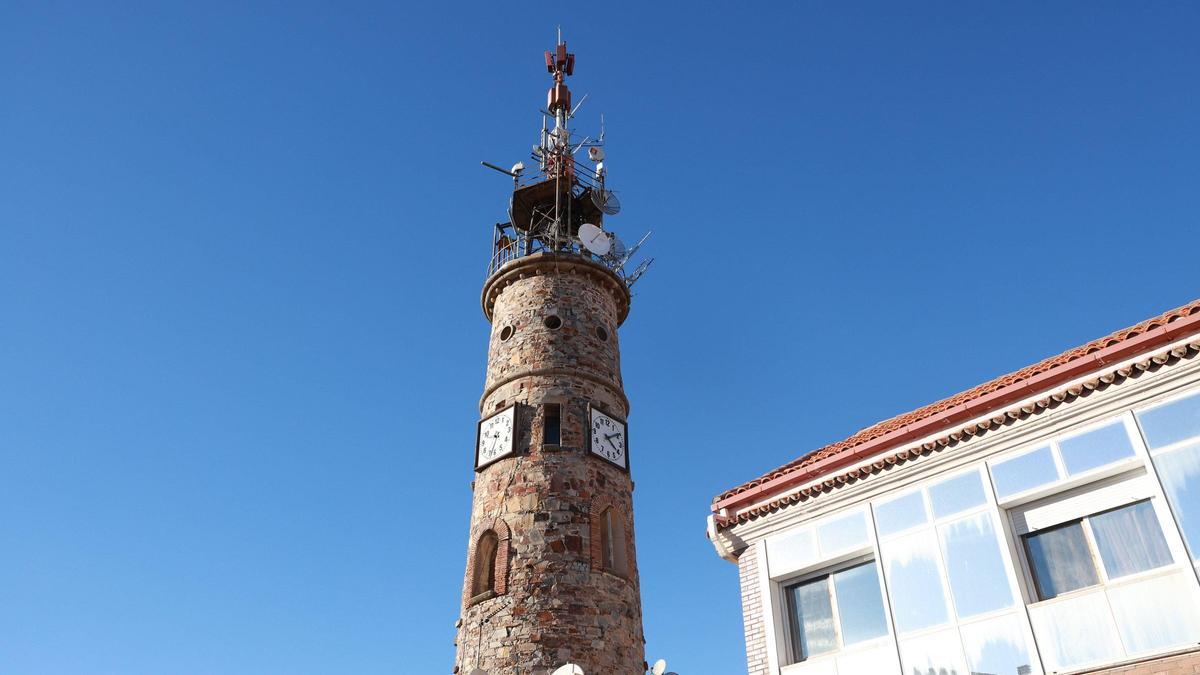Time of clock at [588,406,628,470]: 4:09
